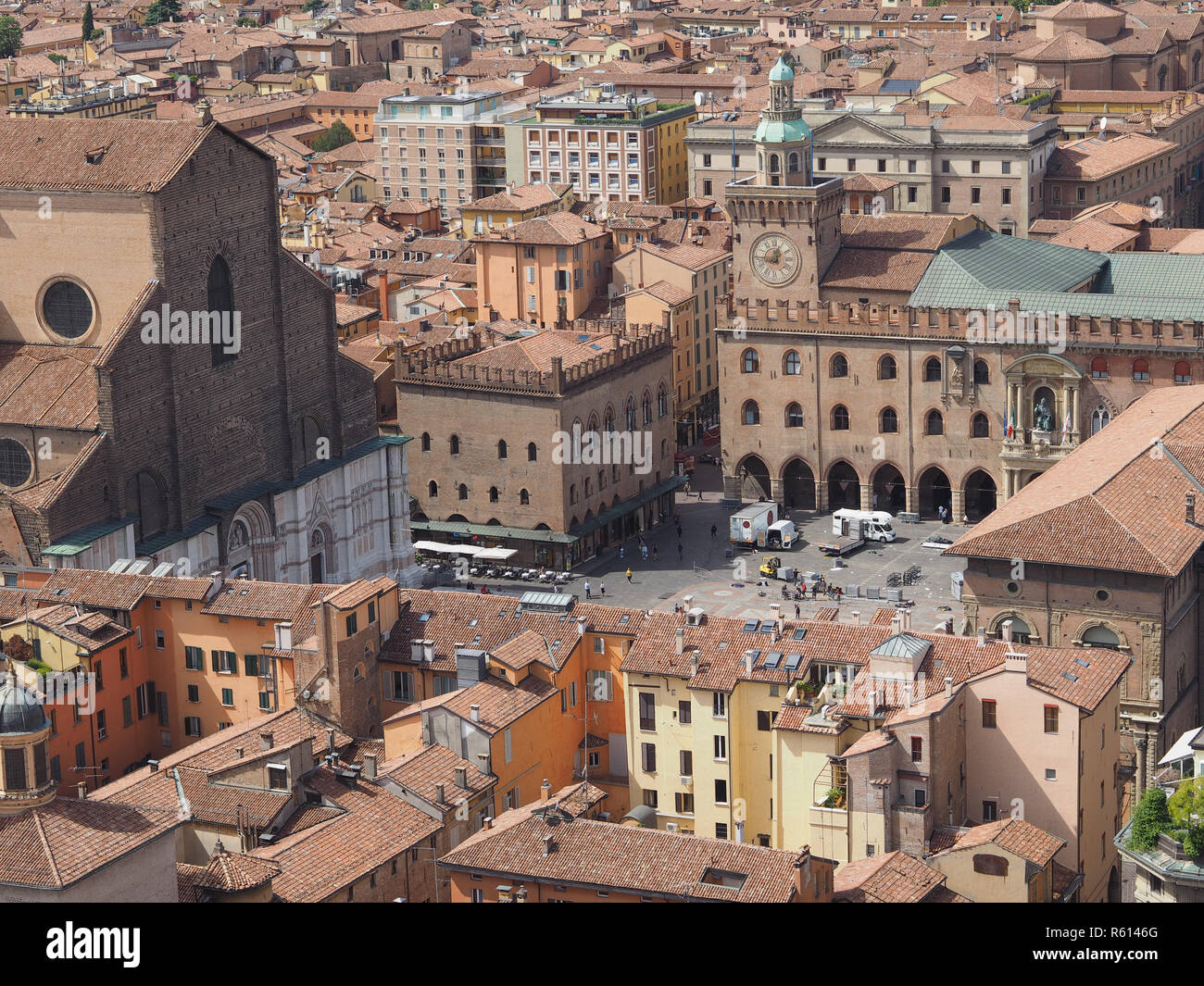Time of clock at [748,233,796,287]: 12:45
